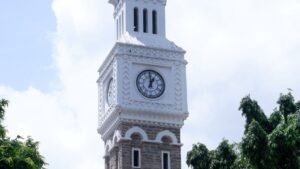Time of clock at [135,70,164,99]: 12:59
